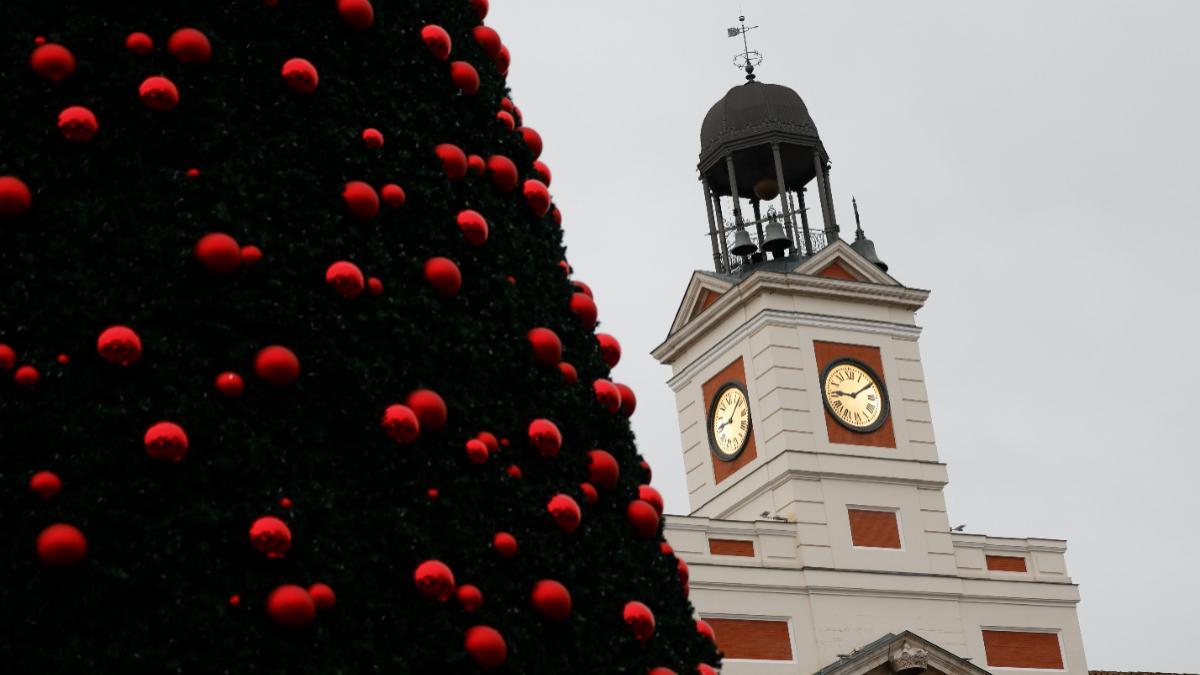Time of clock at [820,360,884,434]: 9:09
